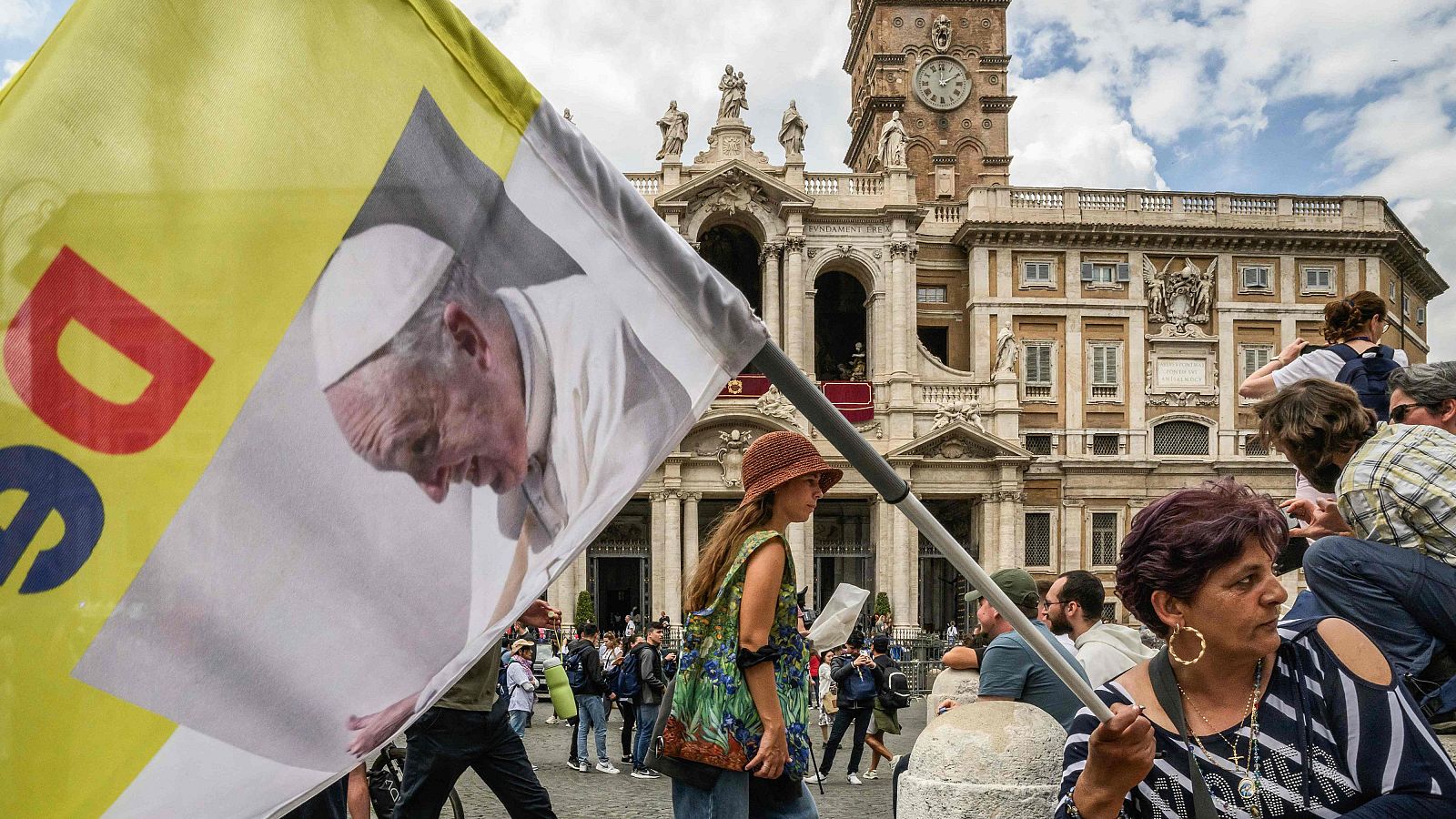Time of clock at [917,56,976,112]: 1:59
